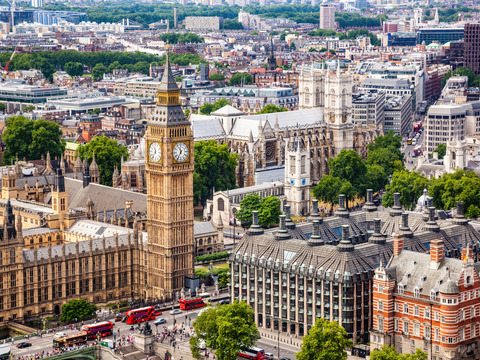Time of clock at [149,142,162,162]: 11:36
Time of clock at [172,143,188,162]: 11:35
